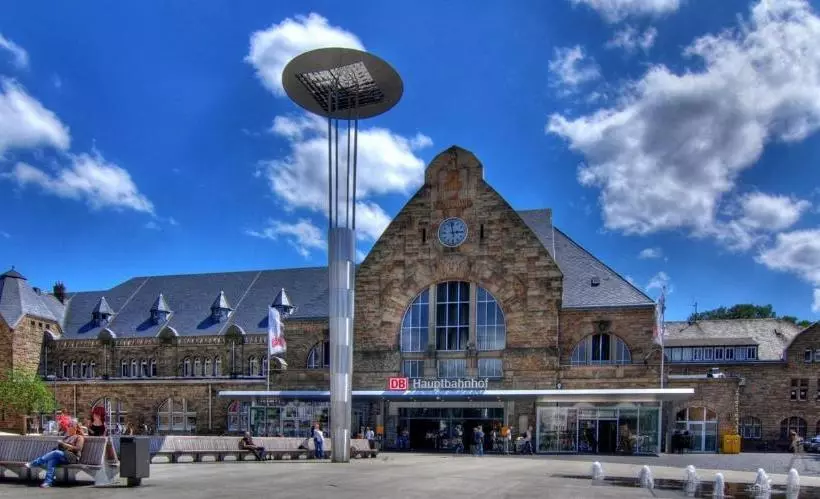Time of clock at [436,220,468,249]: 2:58
